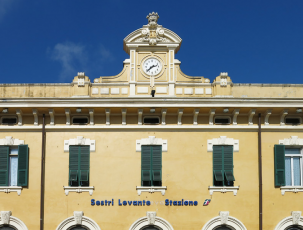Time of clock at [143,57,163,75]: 2:38
